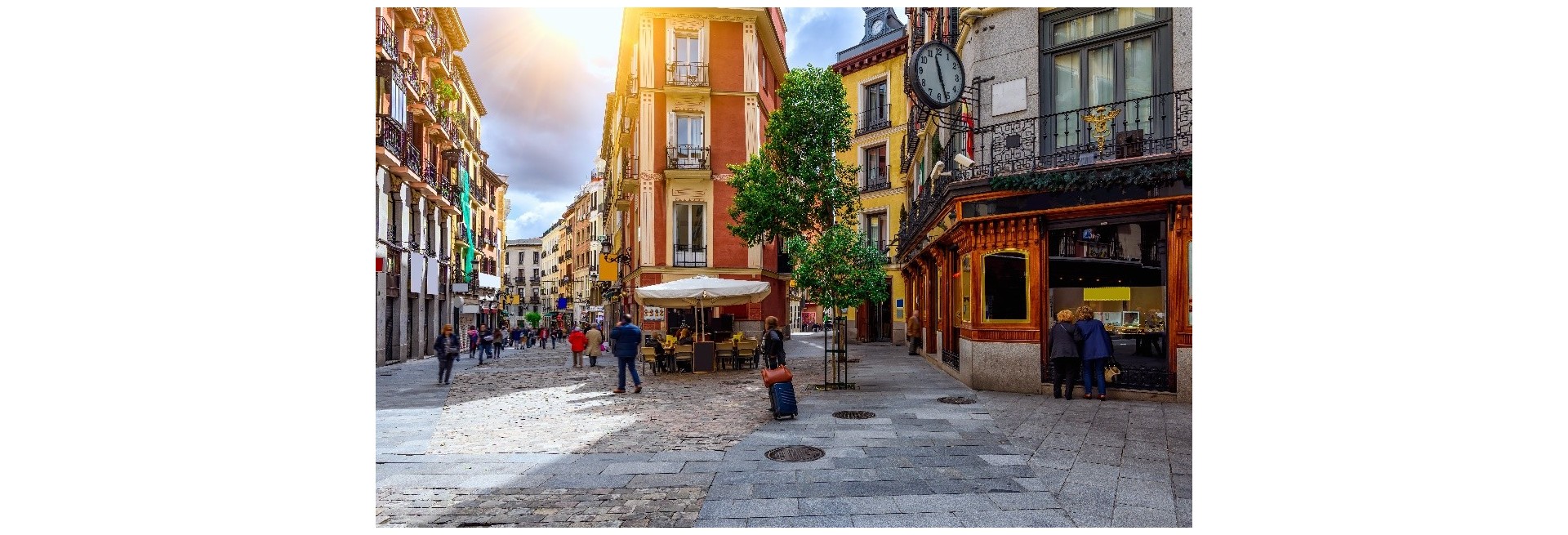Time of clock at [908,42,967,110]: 11:26
